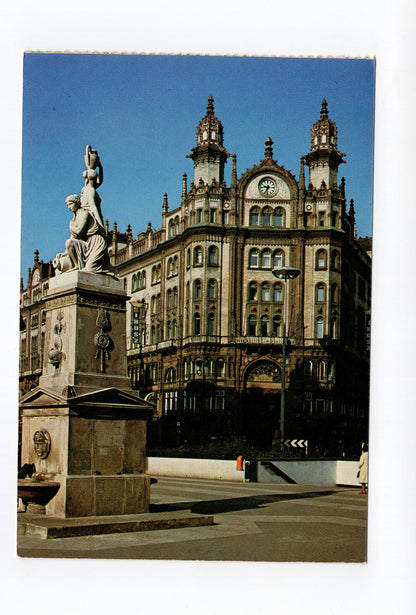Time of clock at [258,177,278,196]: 9:34
